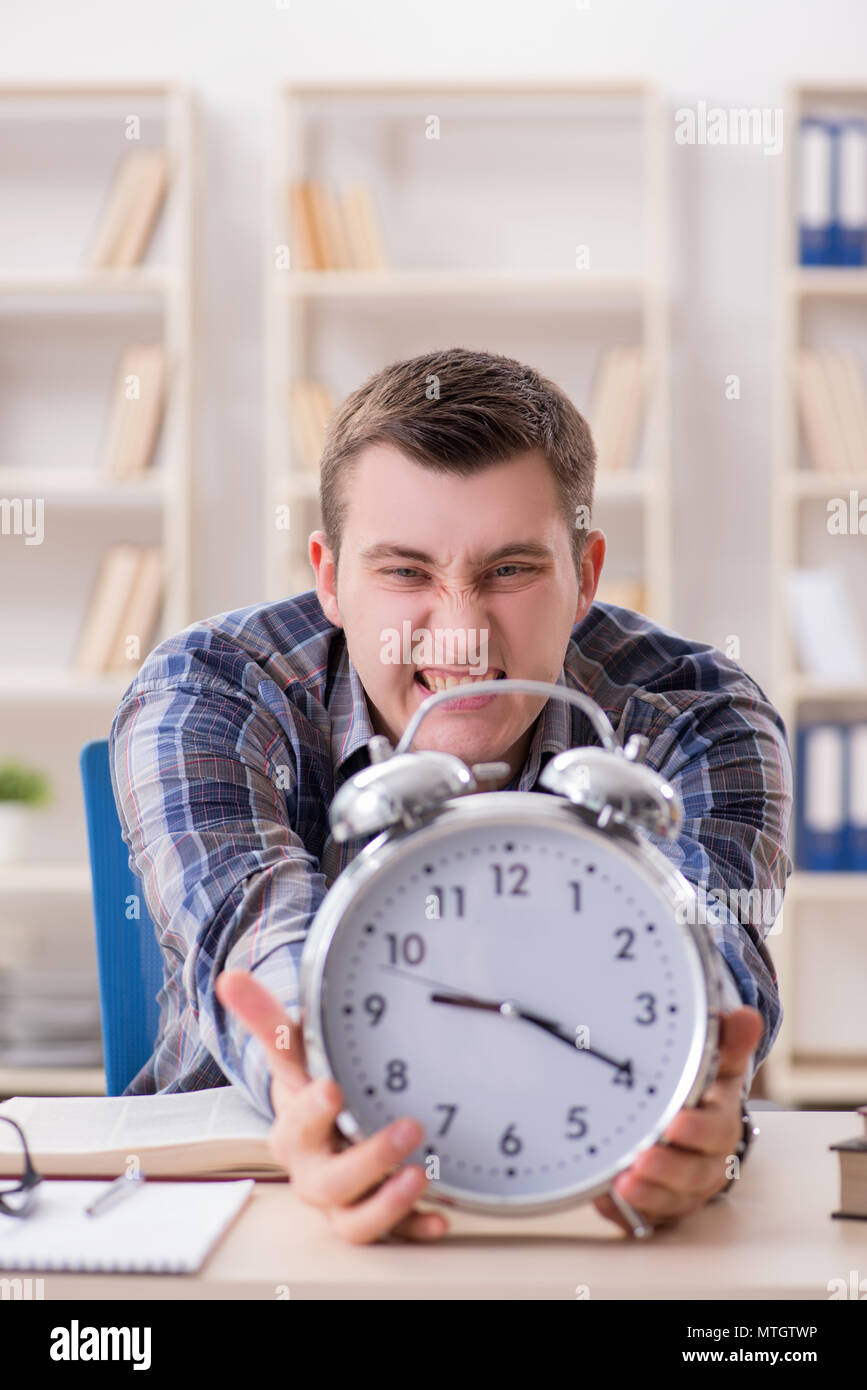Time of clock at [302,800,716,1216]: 9:19
